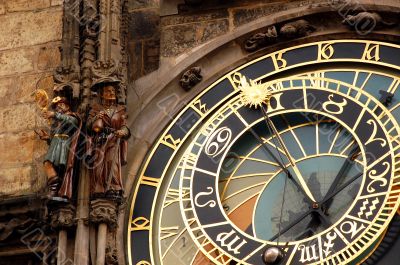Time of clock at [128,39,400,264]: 12:52
